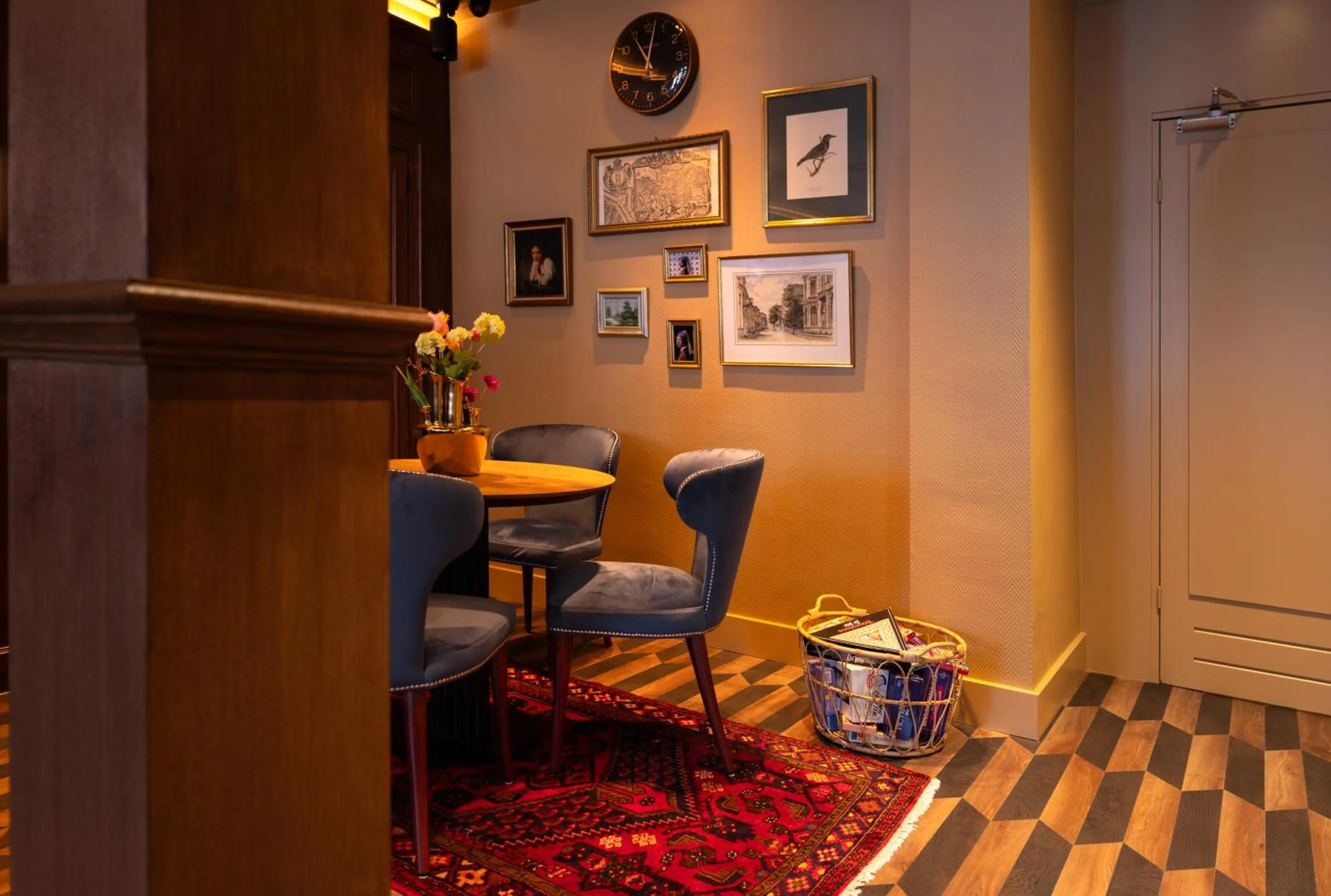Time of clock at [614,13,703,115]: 11:02
